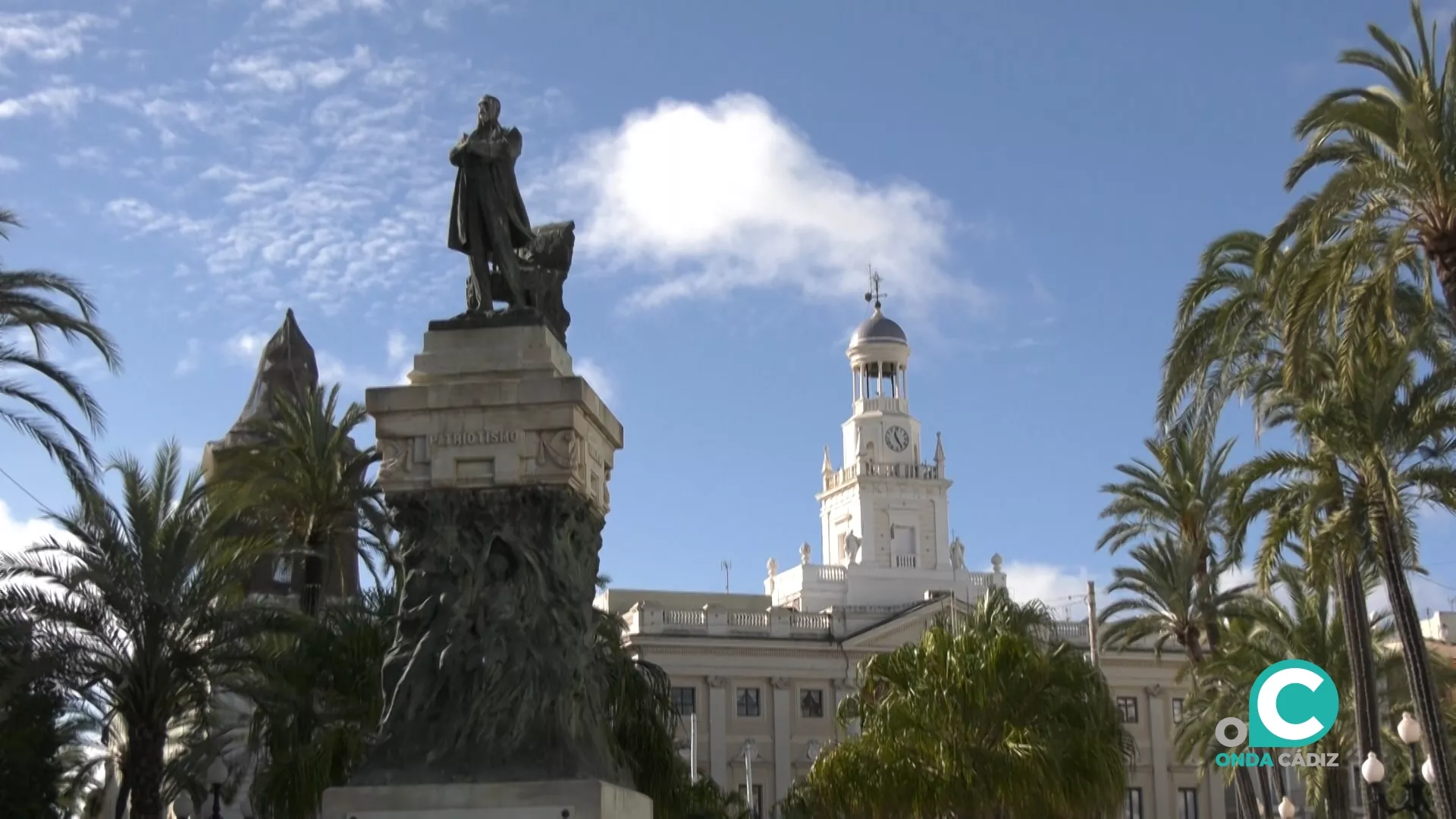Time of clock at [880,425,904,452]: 11:24
